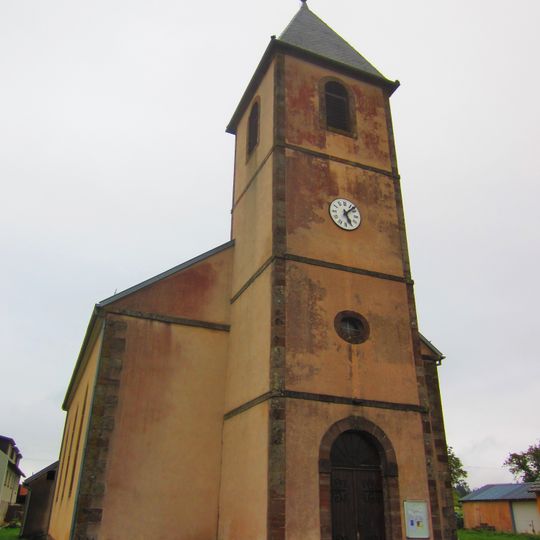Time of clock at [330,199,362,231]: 5:07
